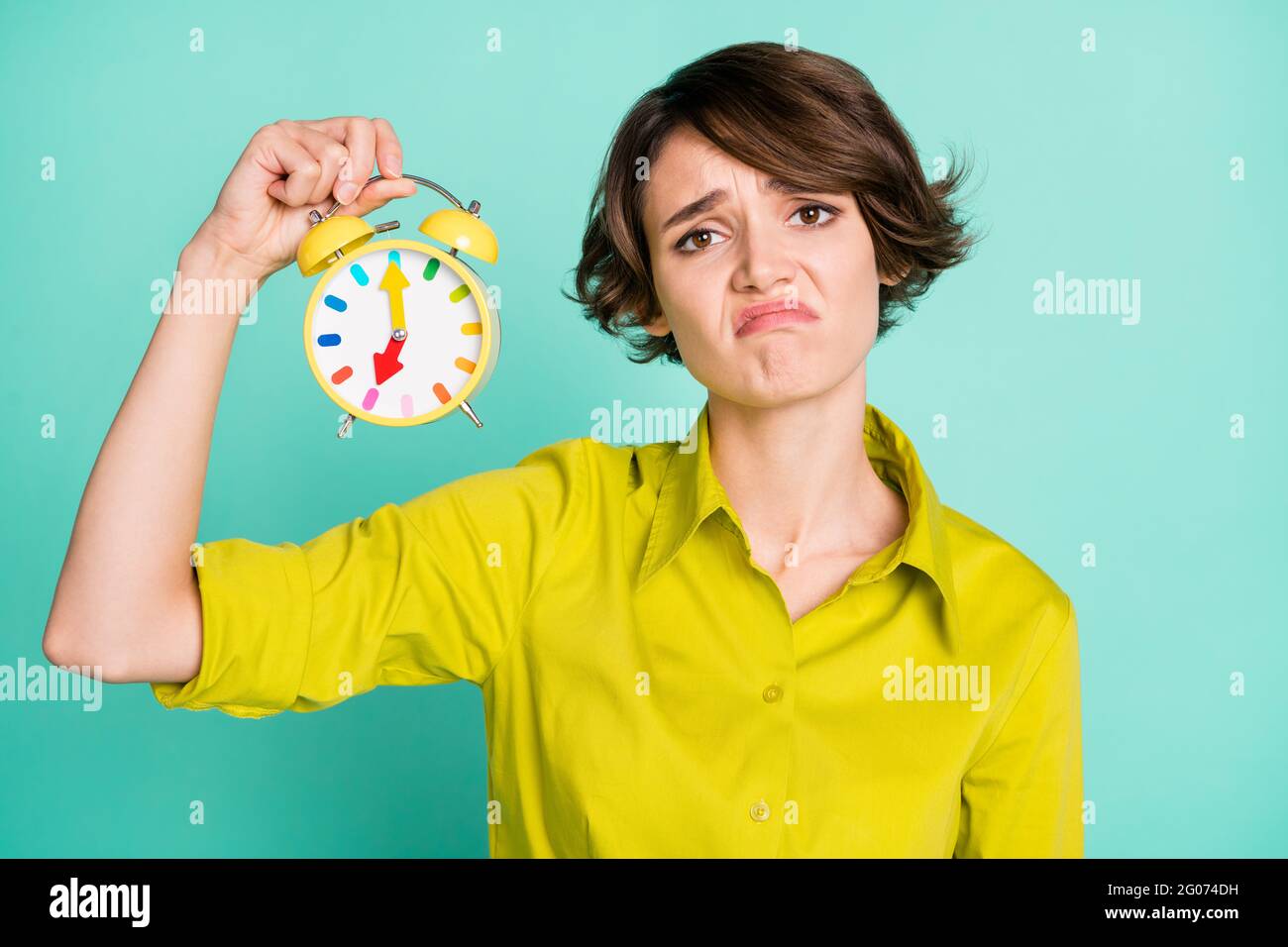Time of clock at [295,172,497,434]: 7:00
